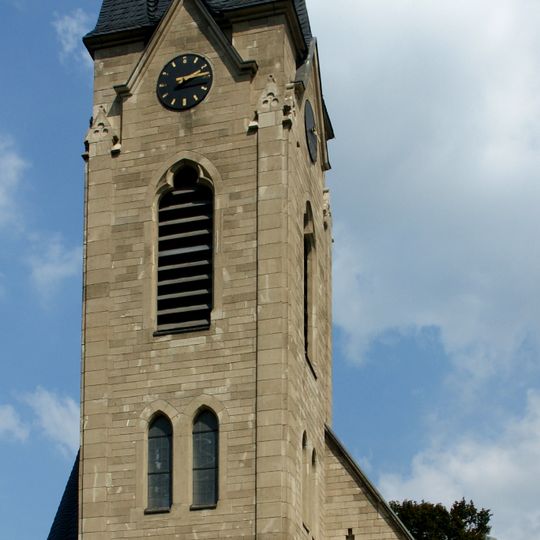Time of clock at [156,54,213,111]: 2:13
